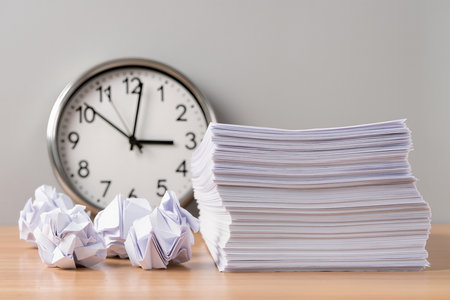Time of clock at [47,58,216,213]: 3:01
